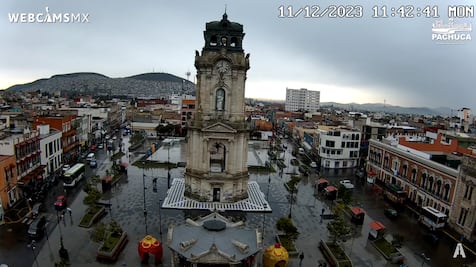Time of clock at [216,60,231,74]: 11:41
